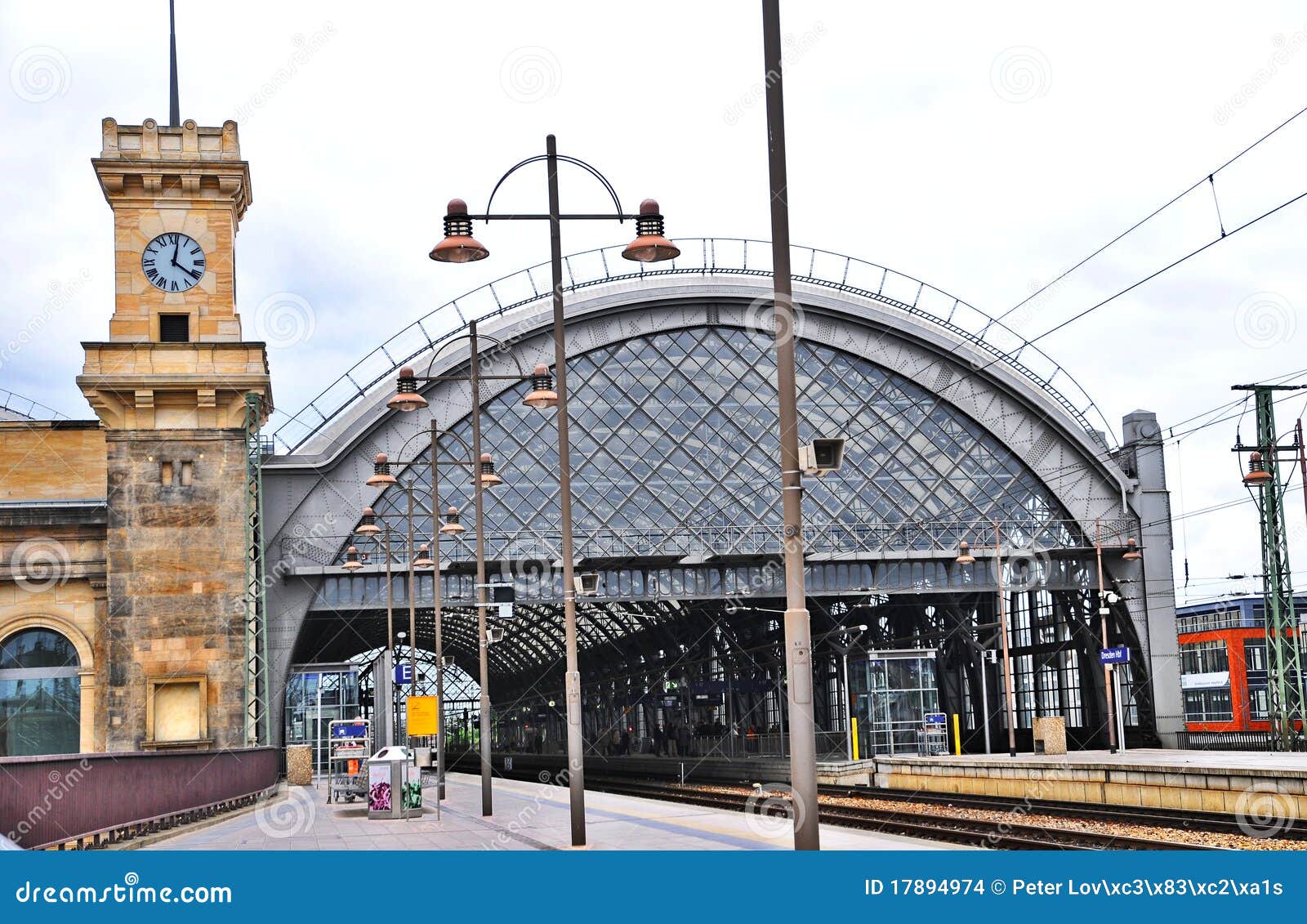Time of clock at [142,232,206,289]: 12:21
